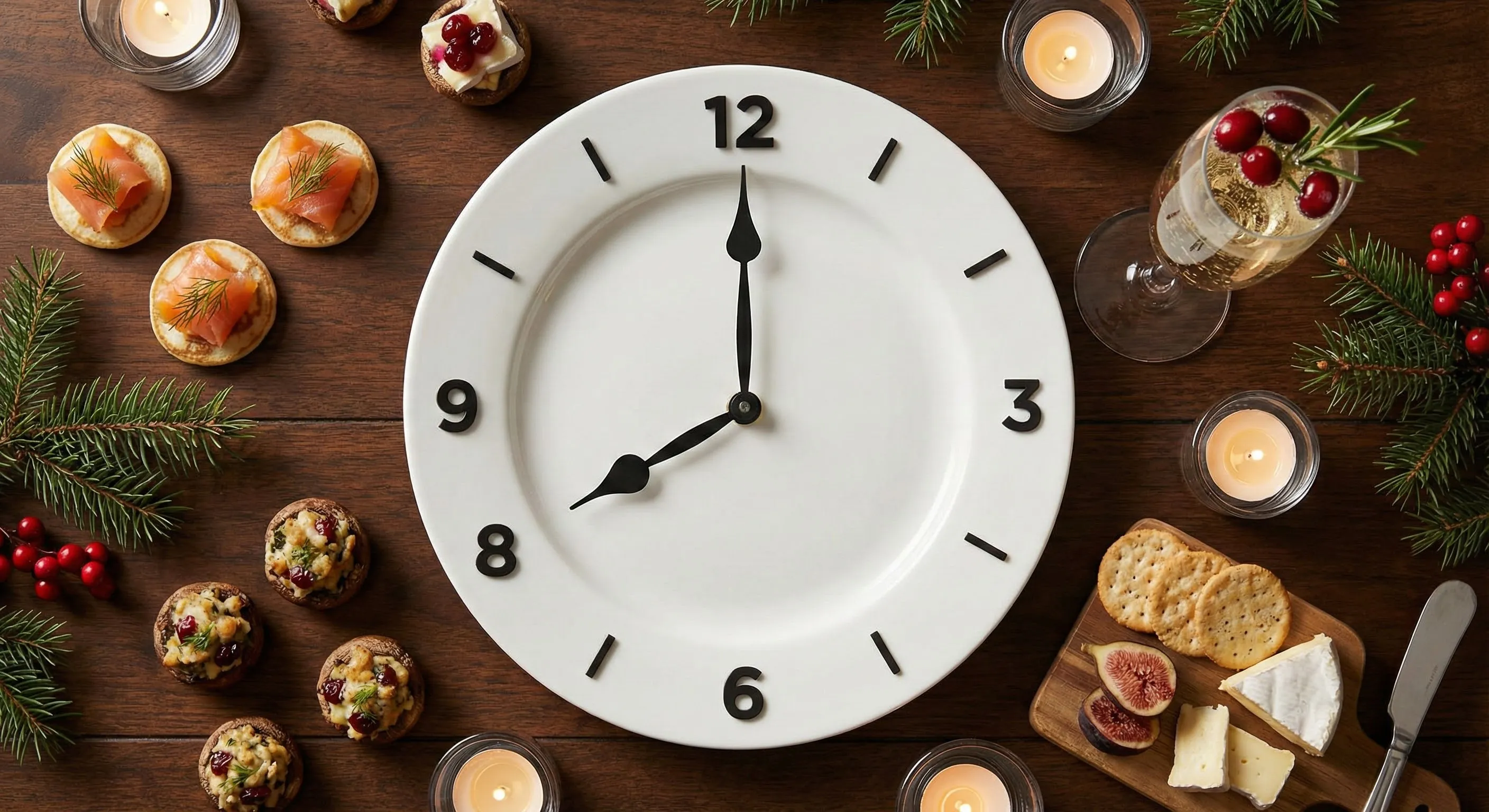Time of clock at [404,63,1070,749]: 8:00
